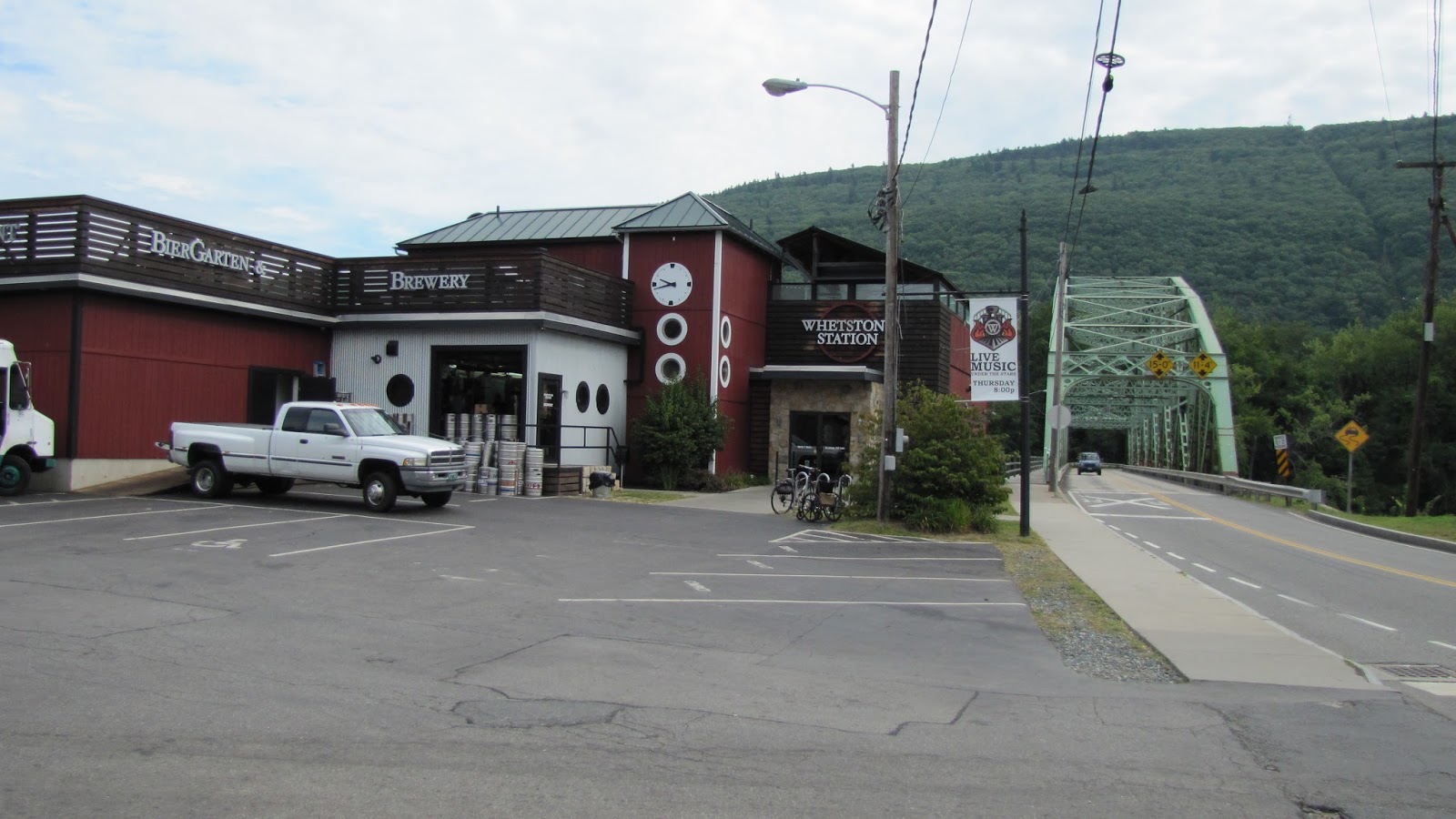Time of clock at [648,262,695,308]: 9:42
